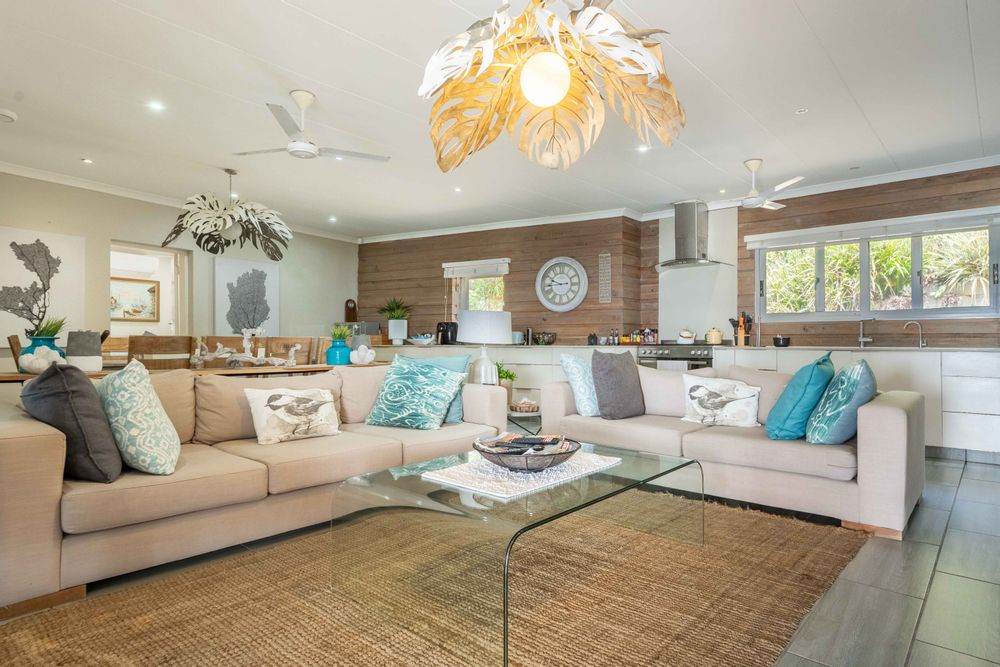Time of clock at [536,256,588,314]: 9:43
